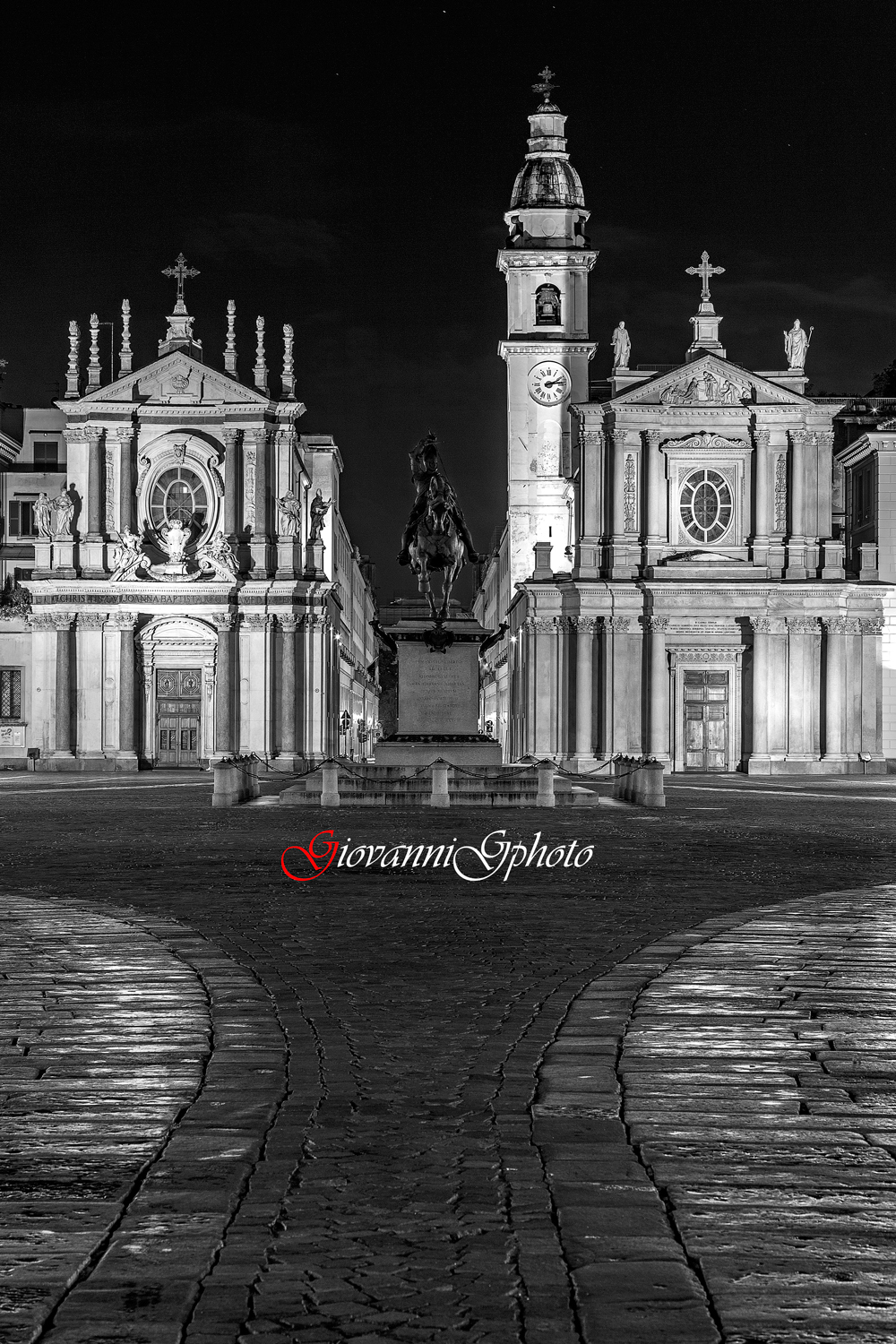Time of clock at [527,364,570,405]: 2:13
